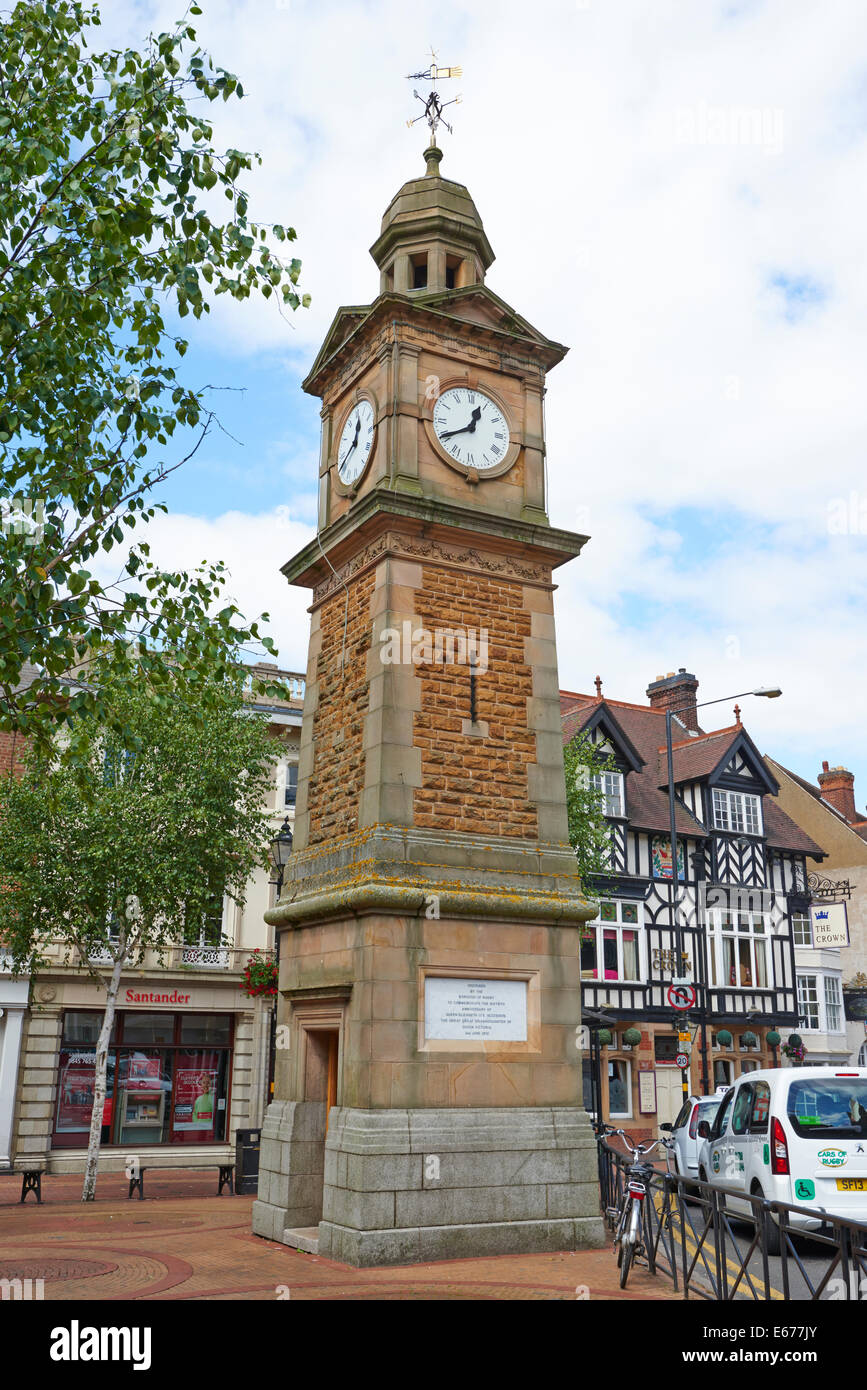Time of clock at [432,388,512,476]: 12:40
